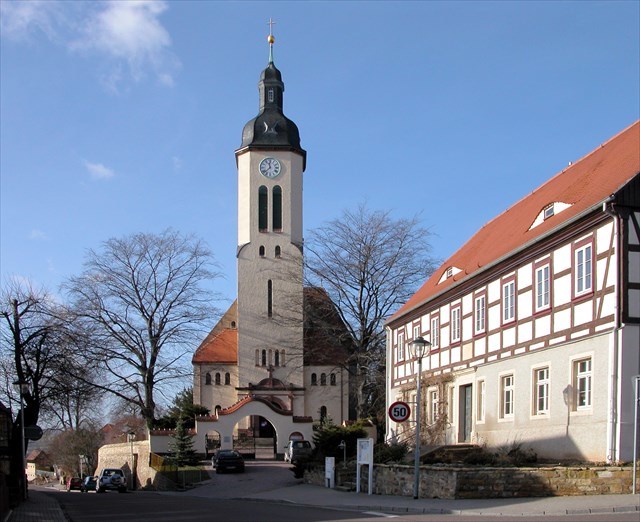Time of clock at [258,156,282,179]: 11:37
